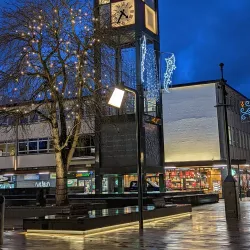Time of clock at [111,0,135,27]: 4:35
